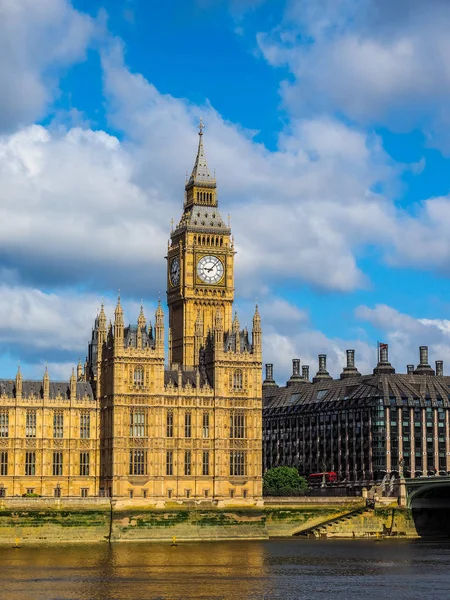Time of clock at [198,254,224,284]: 9:07
